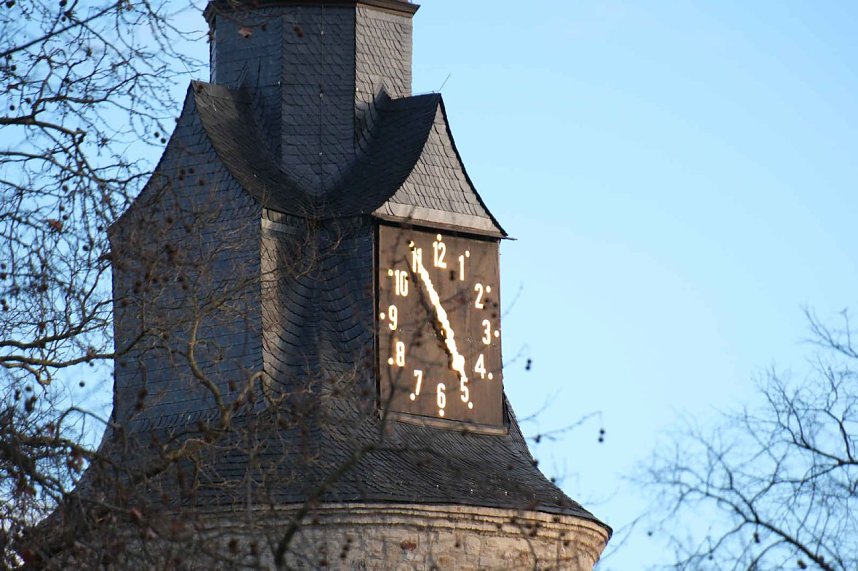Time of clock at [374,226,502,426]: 4:54
